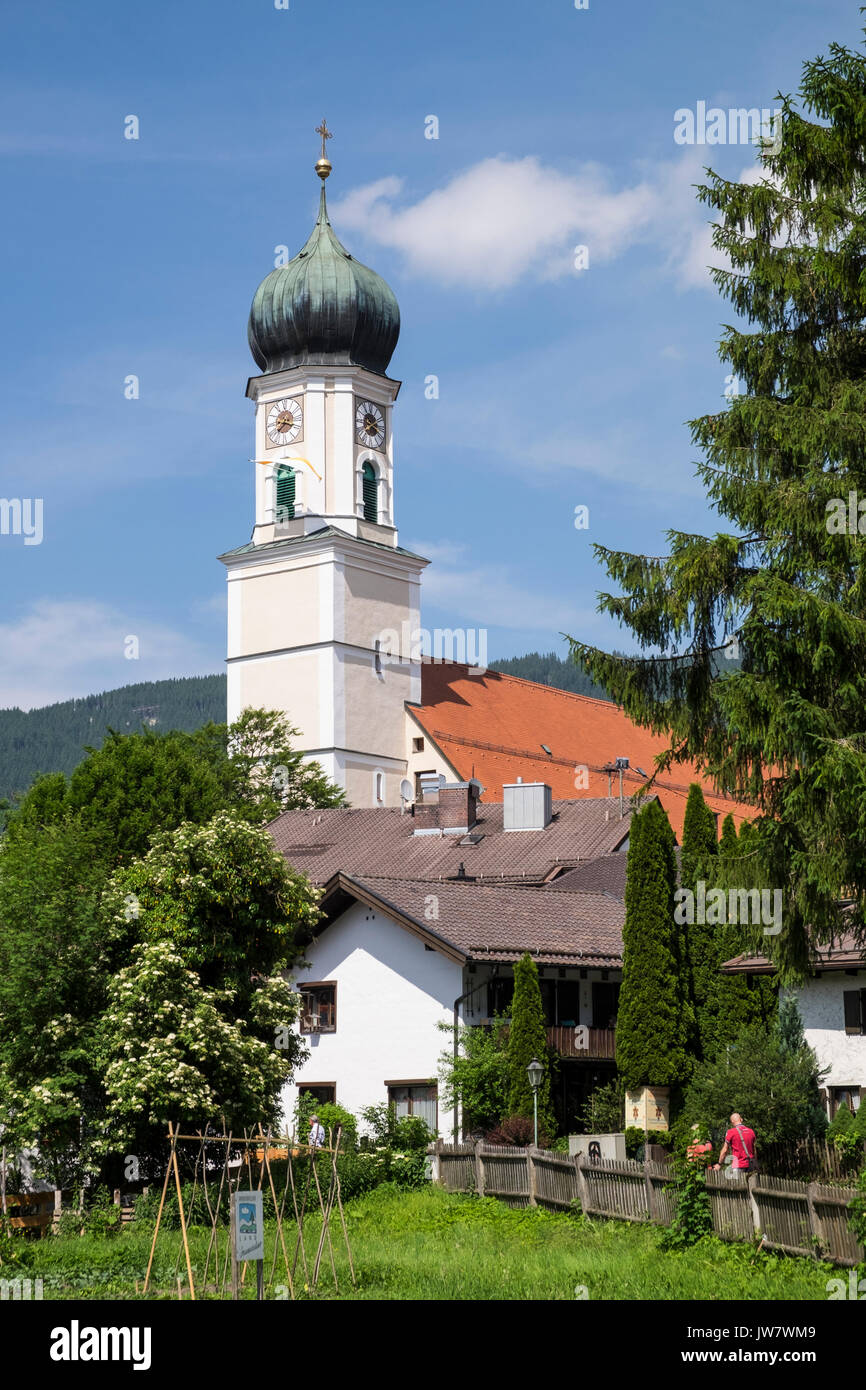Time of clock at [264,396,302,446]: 7:18
